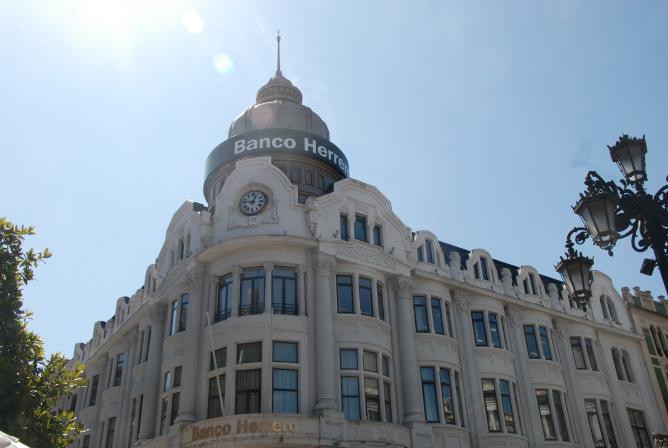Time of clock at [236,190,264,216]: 12:47
